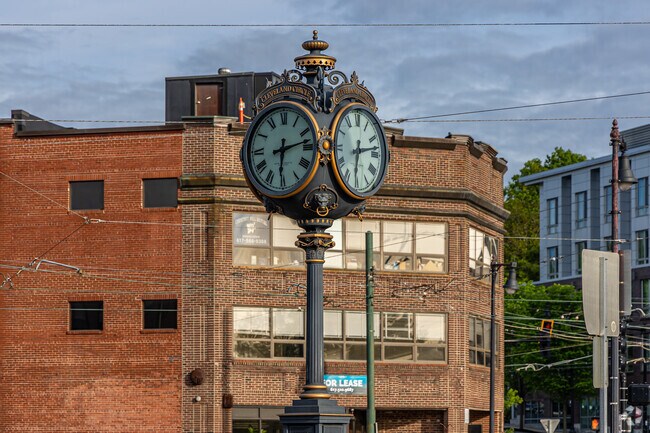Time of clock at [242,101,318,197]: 6:13
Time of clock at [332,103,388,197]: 6:13
